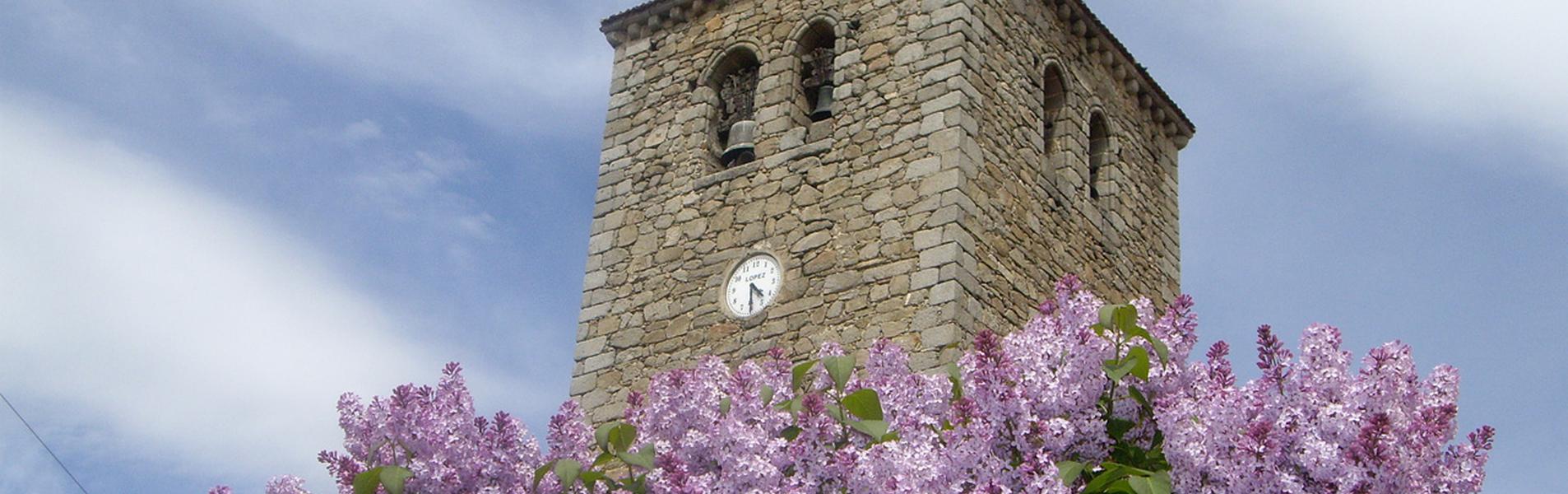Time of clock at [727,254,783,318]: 4:29
